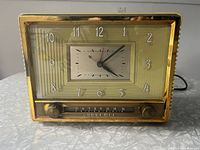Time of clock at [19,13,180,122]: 4:07
